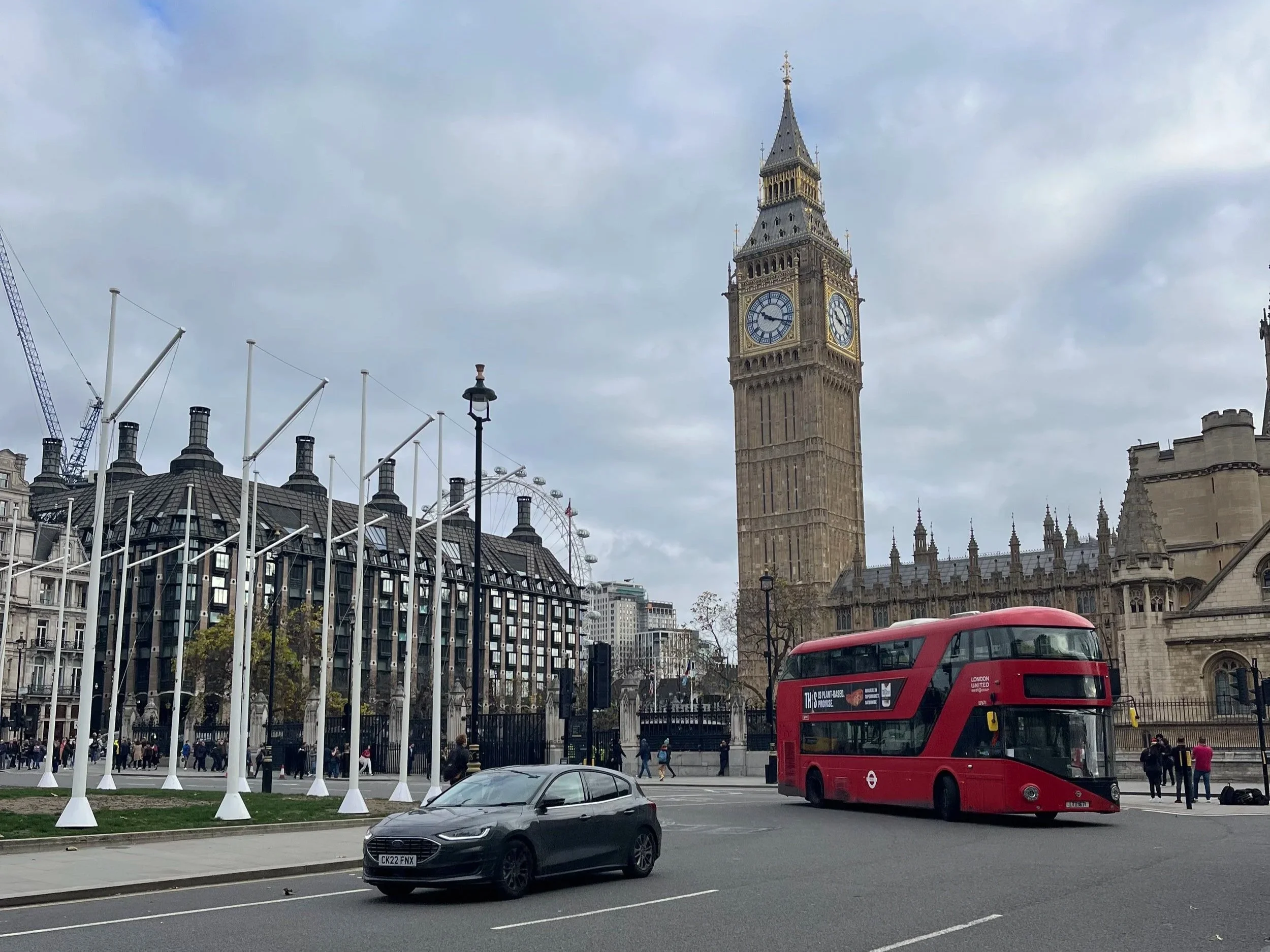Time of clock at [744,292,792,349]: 10:18
